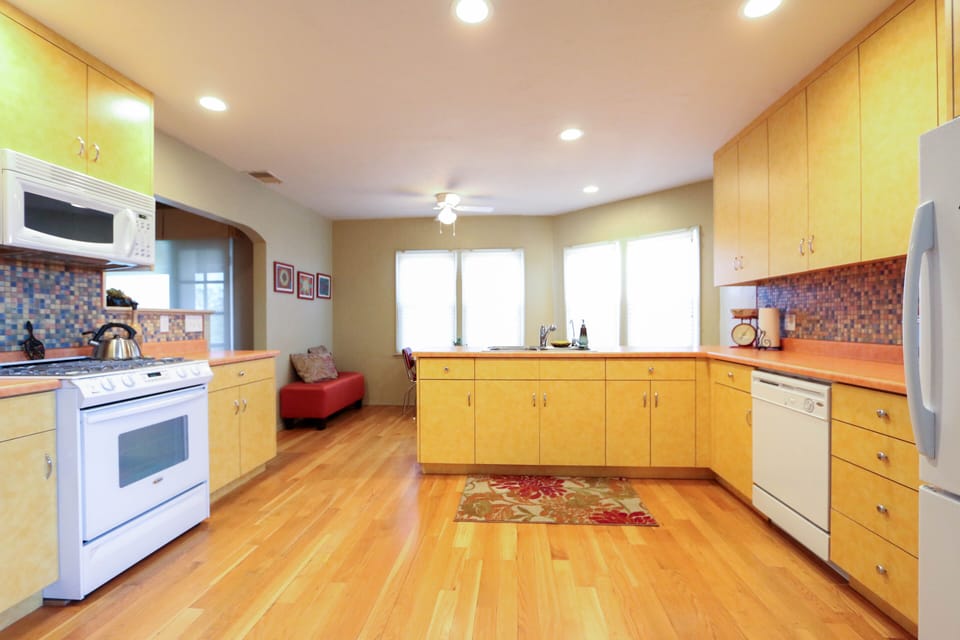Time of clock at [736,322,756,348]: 7:06
